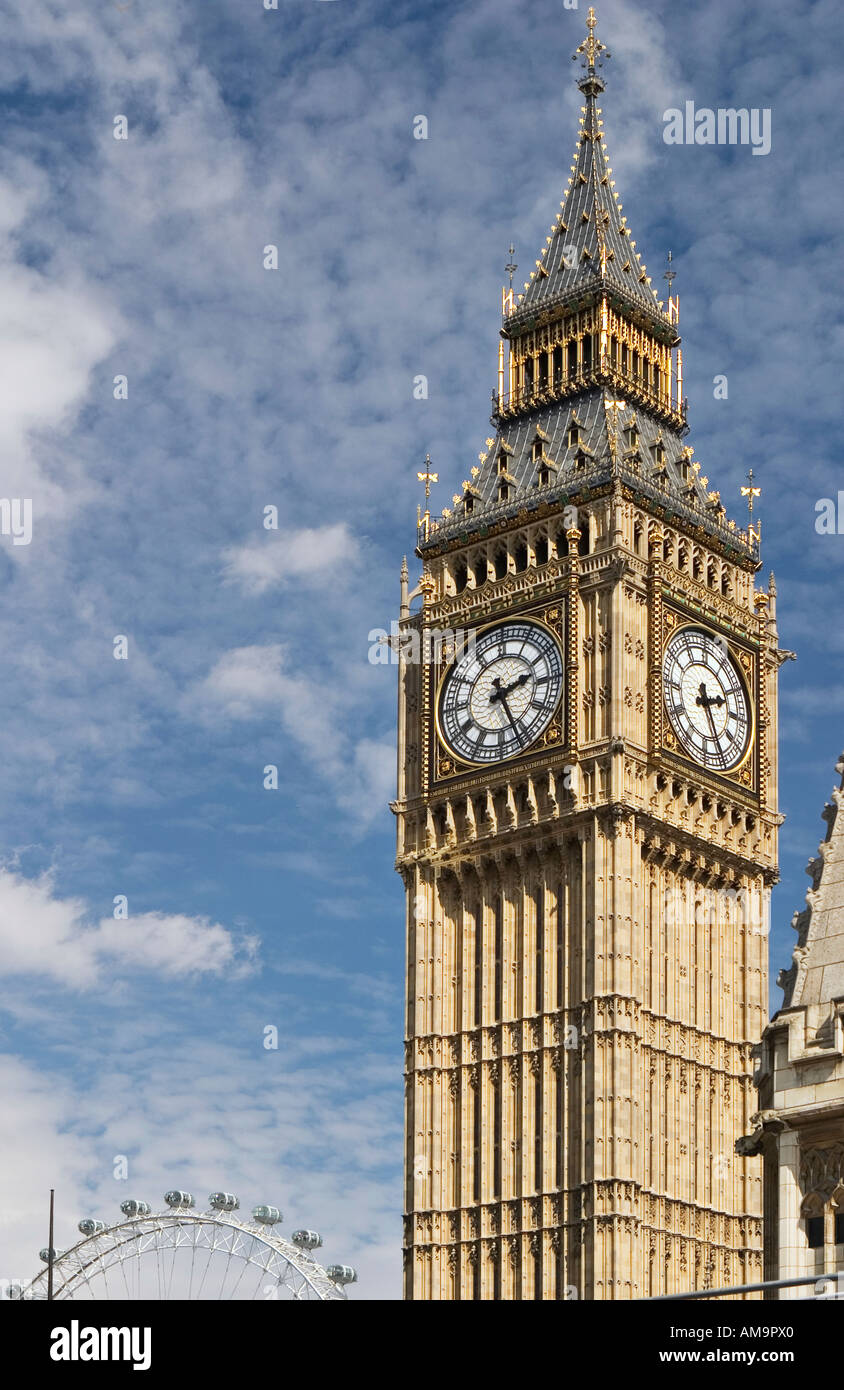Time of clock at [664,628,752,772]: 2:25
